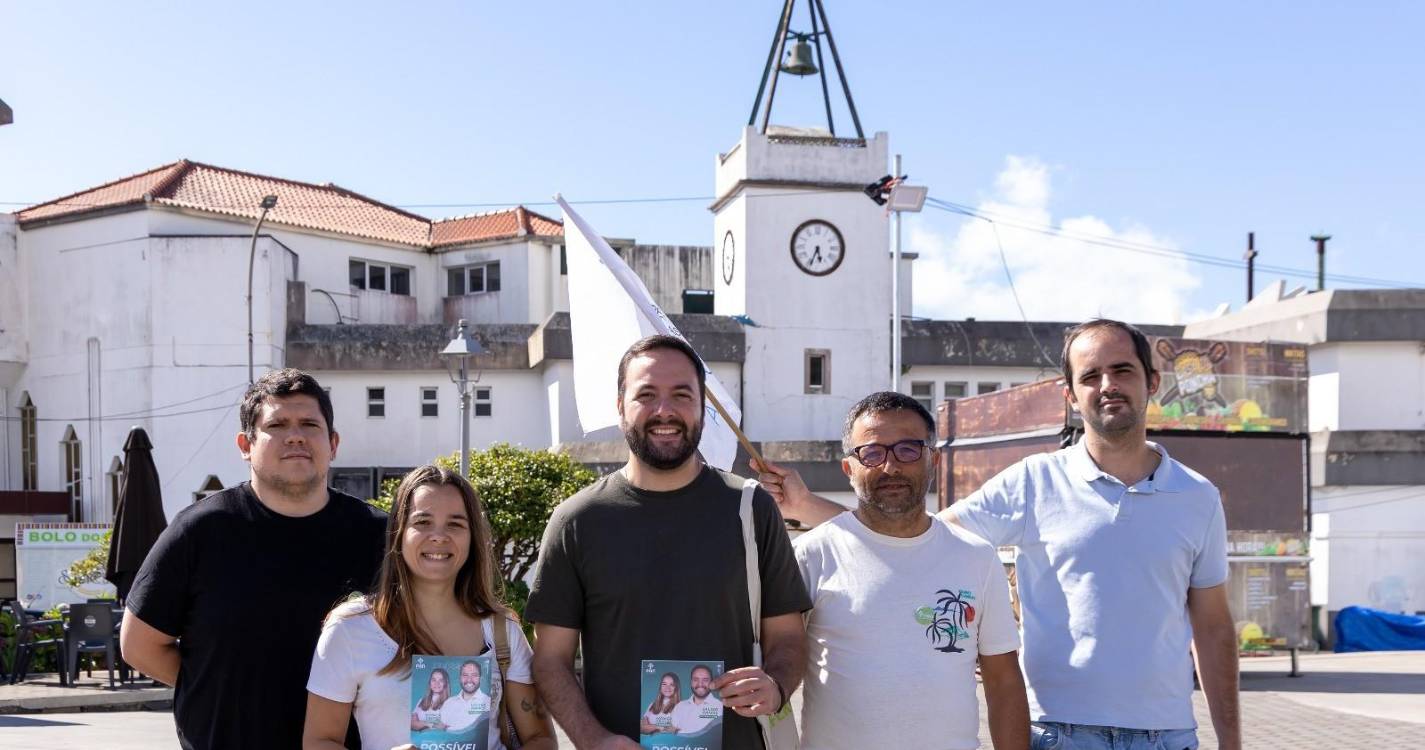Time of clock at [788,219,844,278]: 5:33
